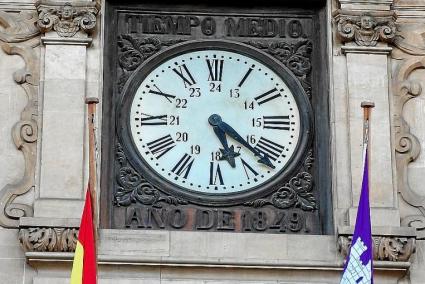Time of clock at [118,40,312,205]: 5:21
